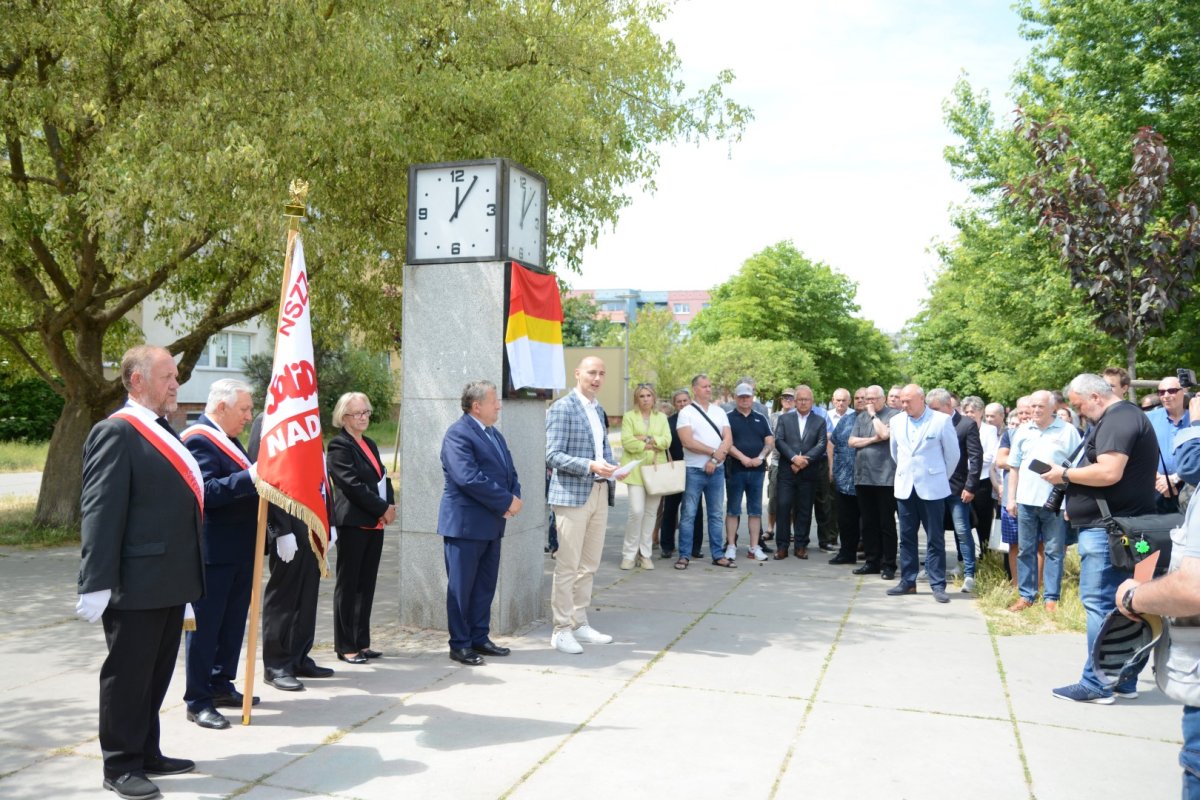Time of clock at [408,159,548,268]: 12:05
